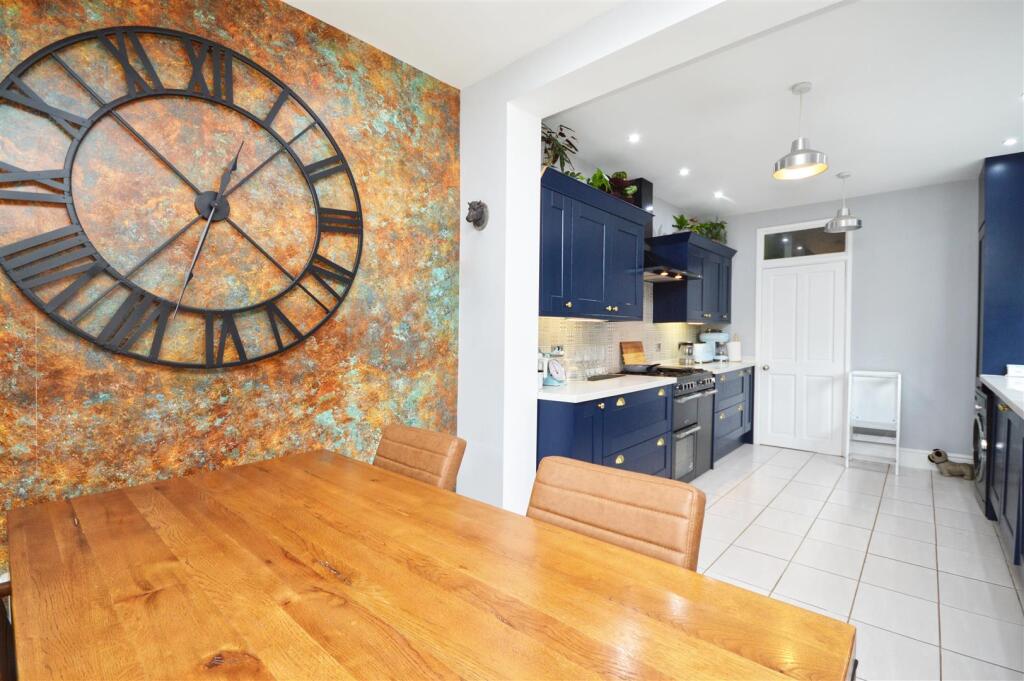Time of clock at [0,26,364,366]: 12:52
